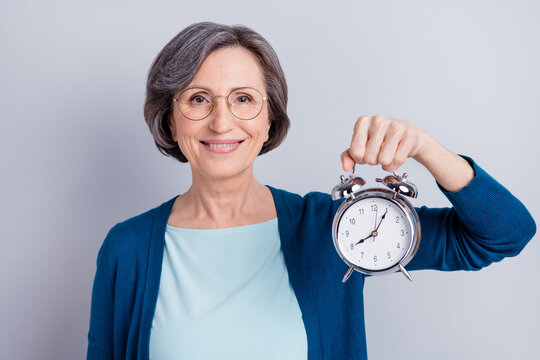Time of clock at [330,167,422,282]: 8:05
